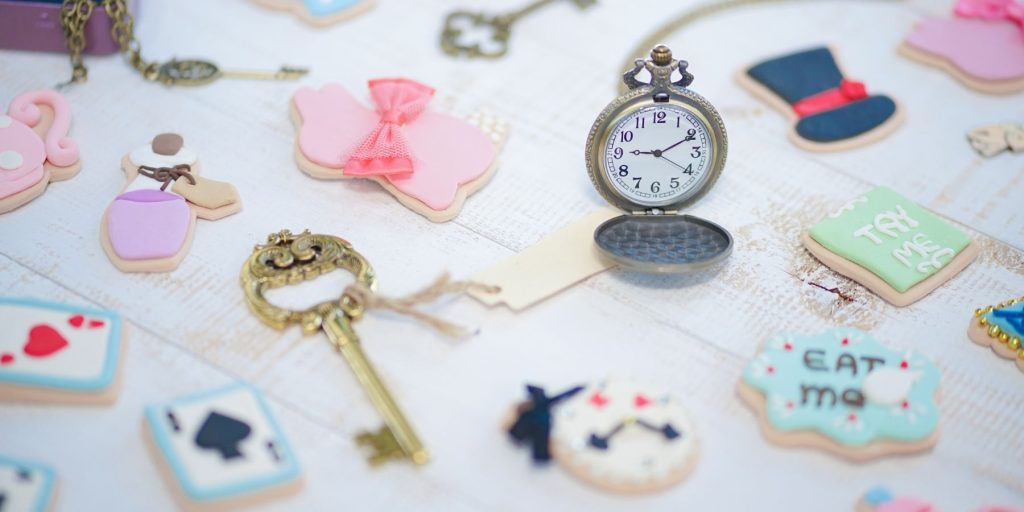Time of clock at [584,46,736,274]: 9:10
